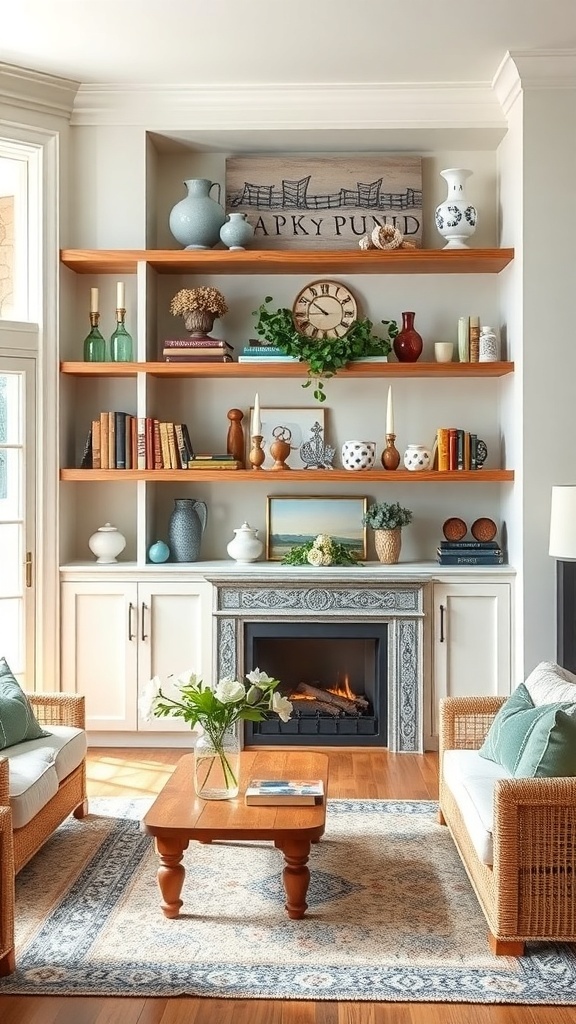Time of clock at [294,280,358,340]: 8:51
